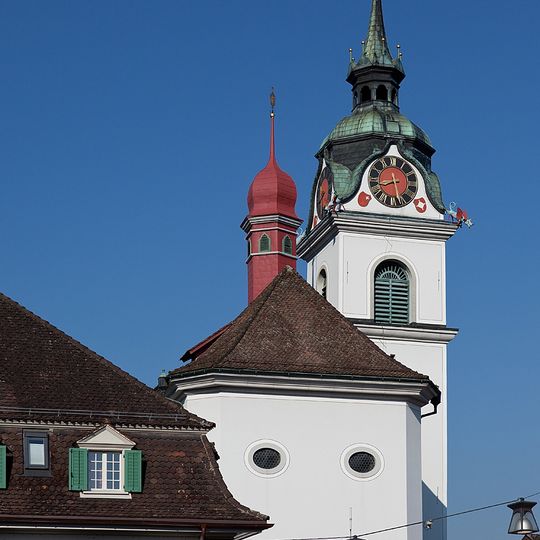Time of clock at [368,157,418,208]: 8:28
